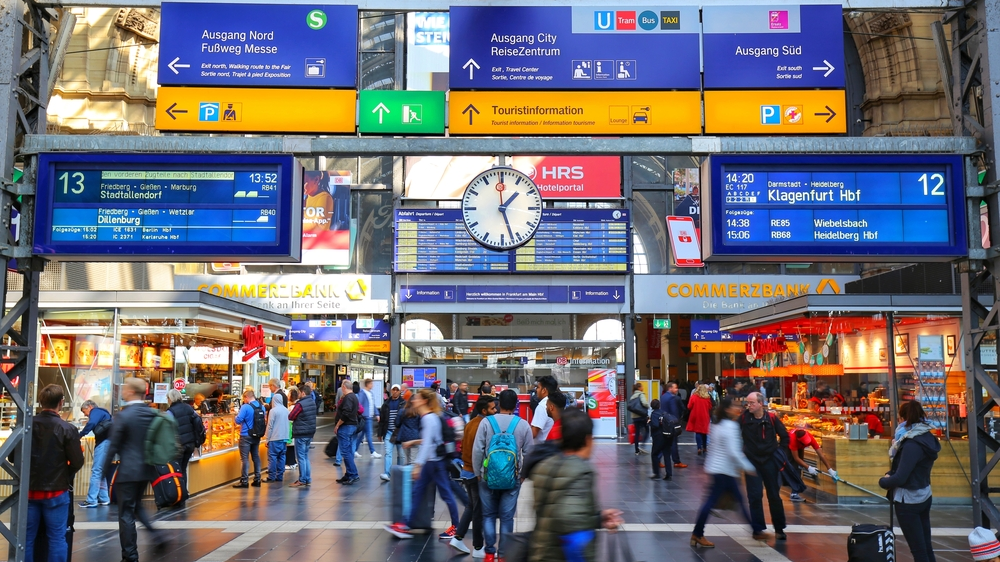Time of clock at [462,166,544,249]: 1:27
